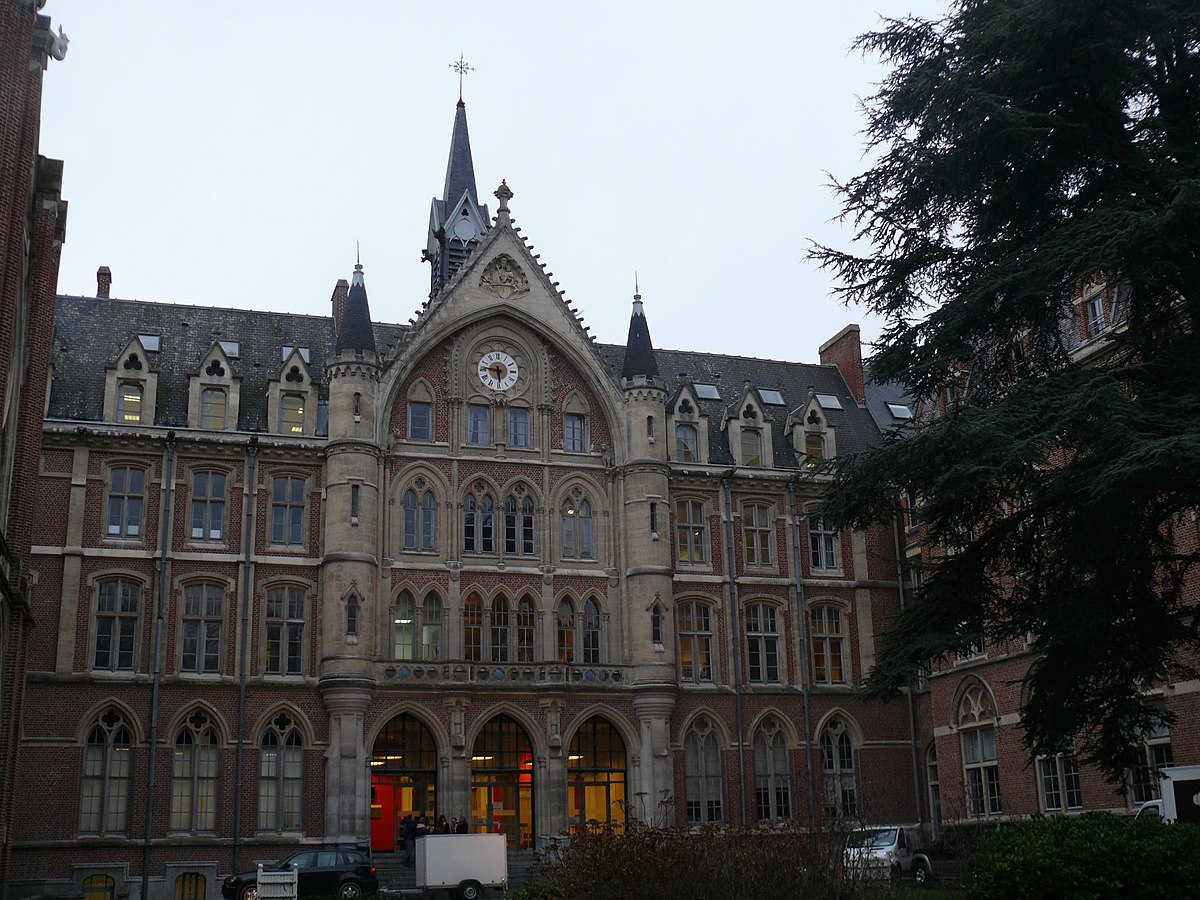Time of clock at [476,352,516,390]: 5:46
